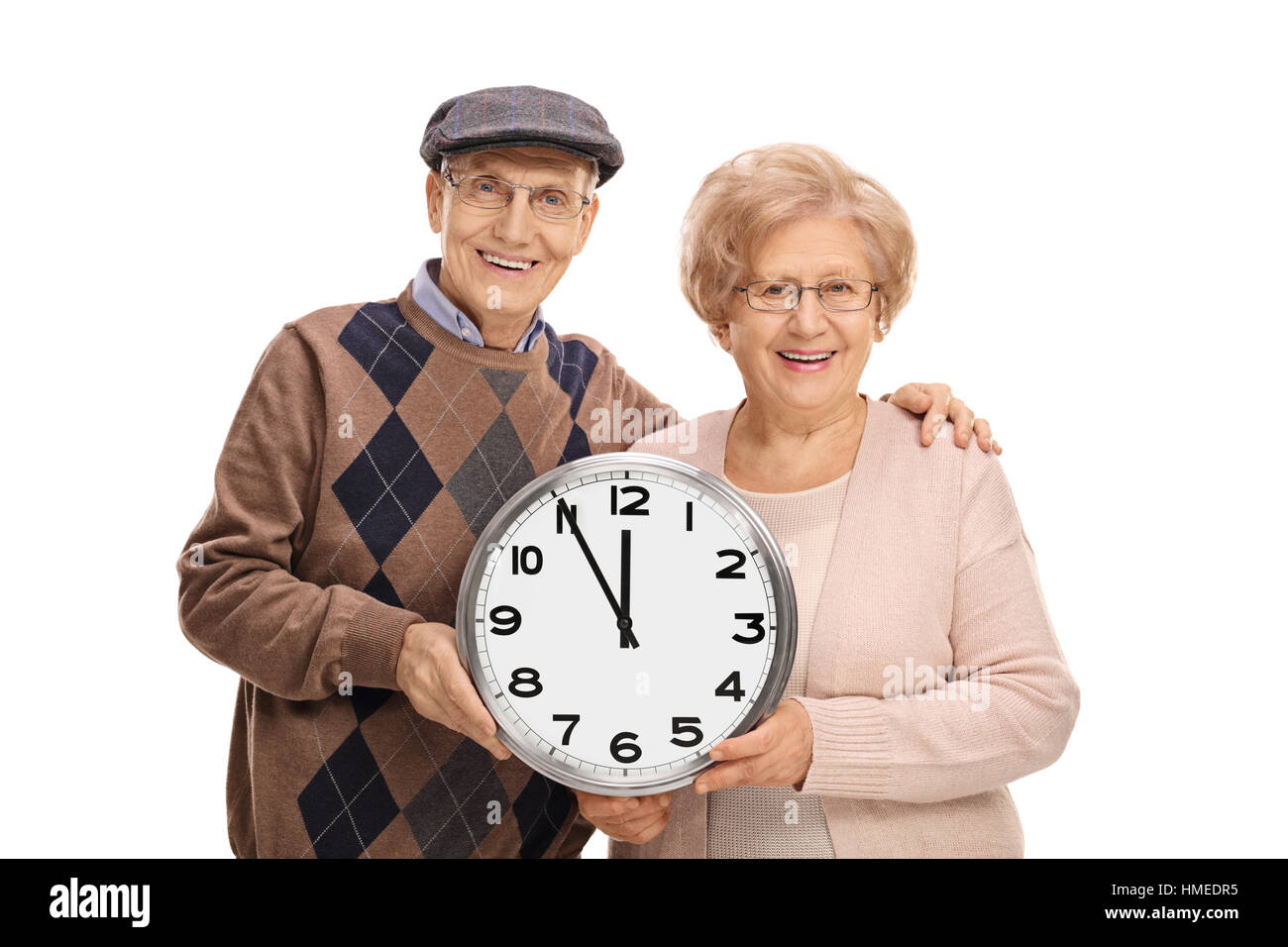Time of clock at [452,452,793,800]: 11:55
